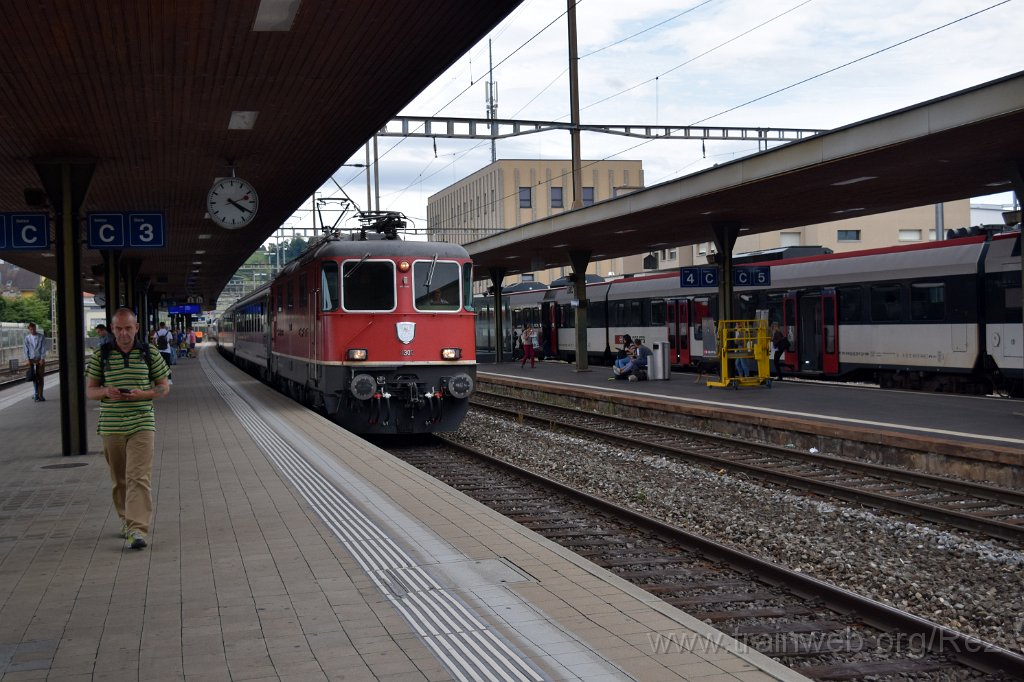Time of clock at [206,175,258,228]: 4:20
